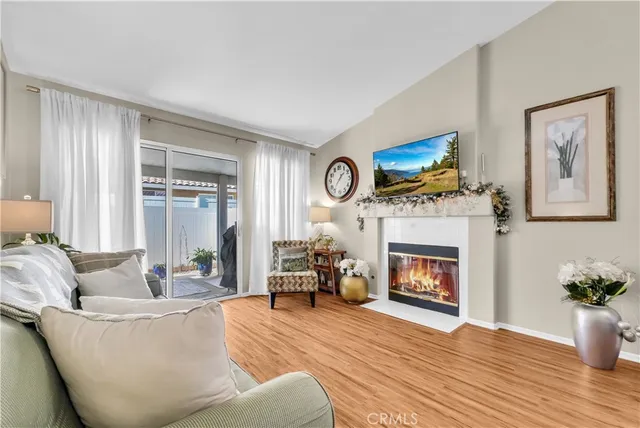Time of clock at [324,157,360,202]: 1:36
